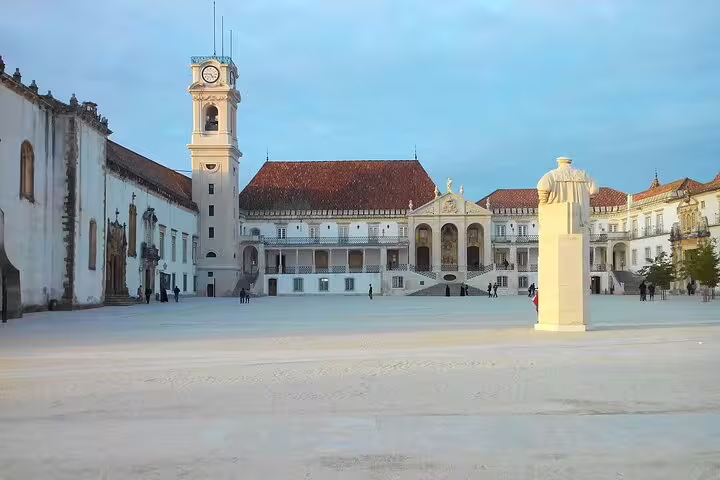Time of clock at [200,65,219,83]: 4:45
